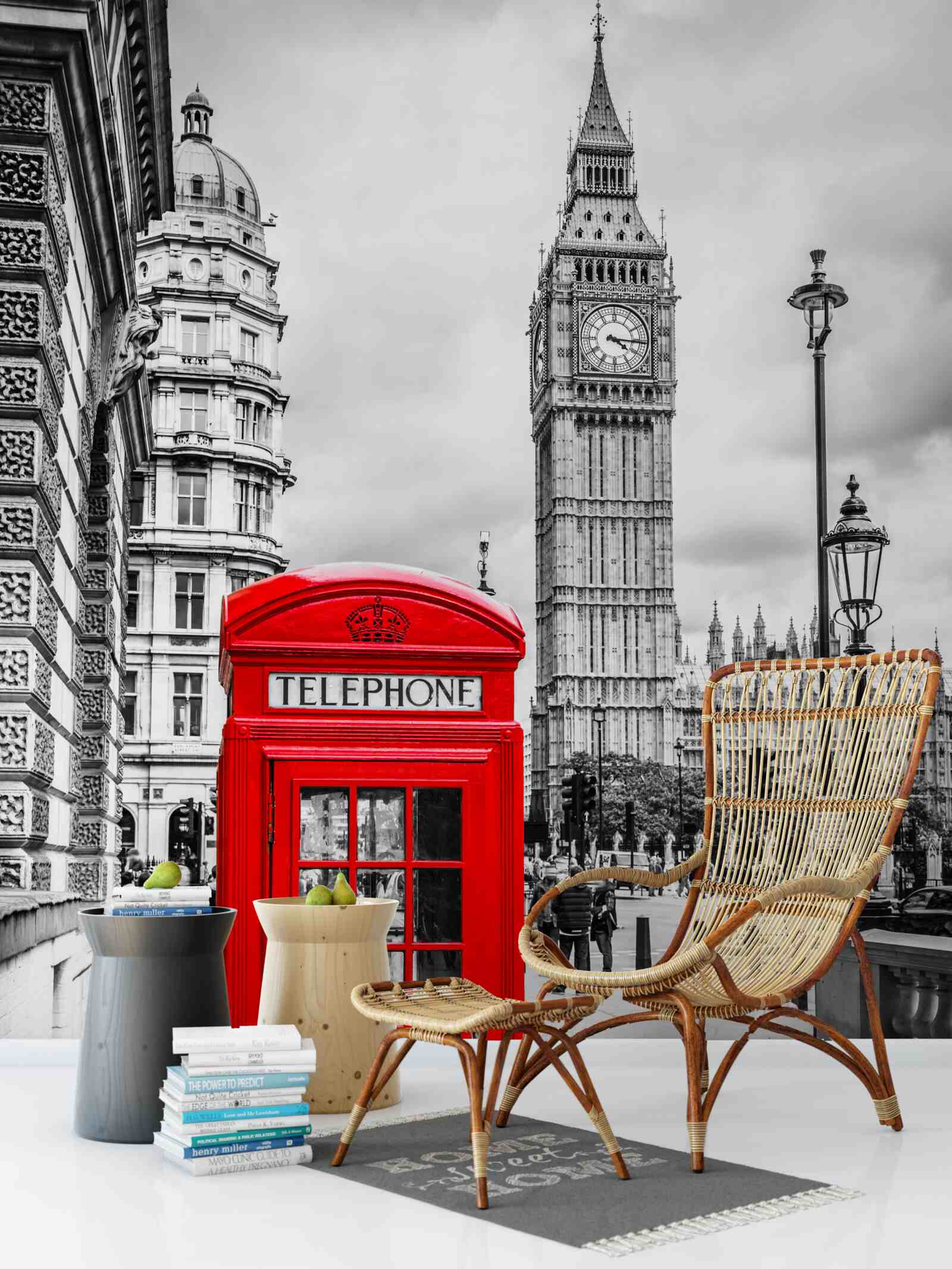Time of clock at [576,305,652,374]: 4:15
